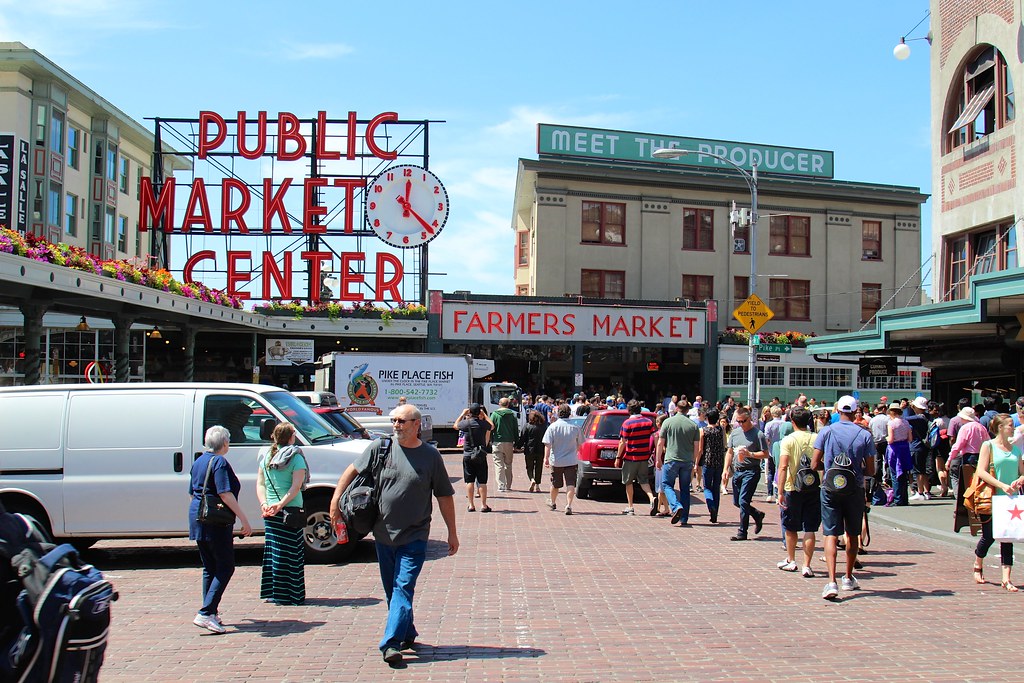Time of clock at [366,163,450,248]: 12:22
